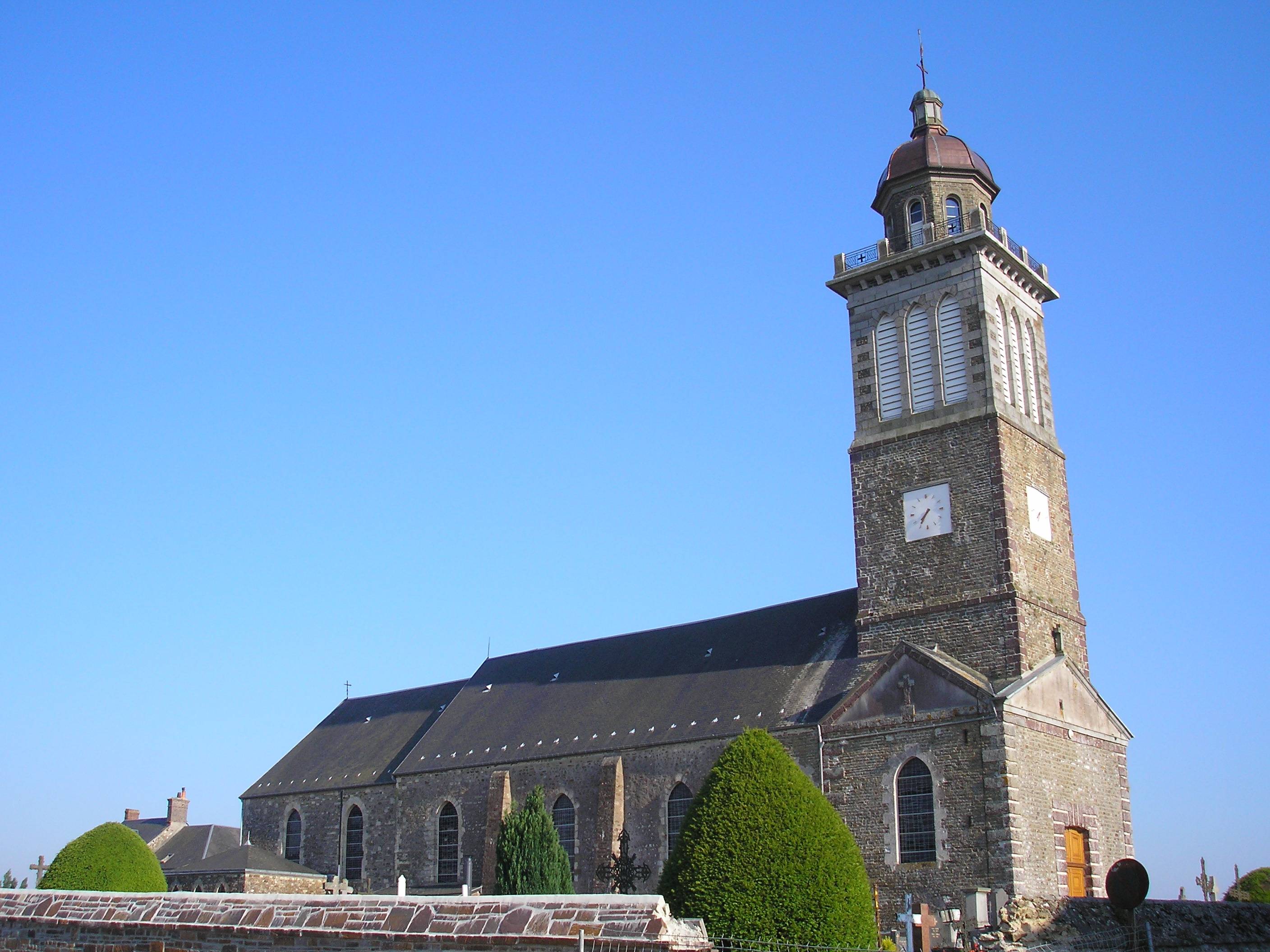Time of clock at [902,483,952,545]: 7:36
